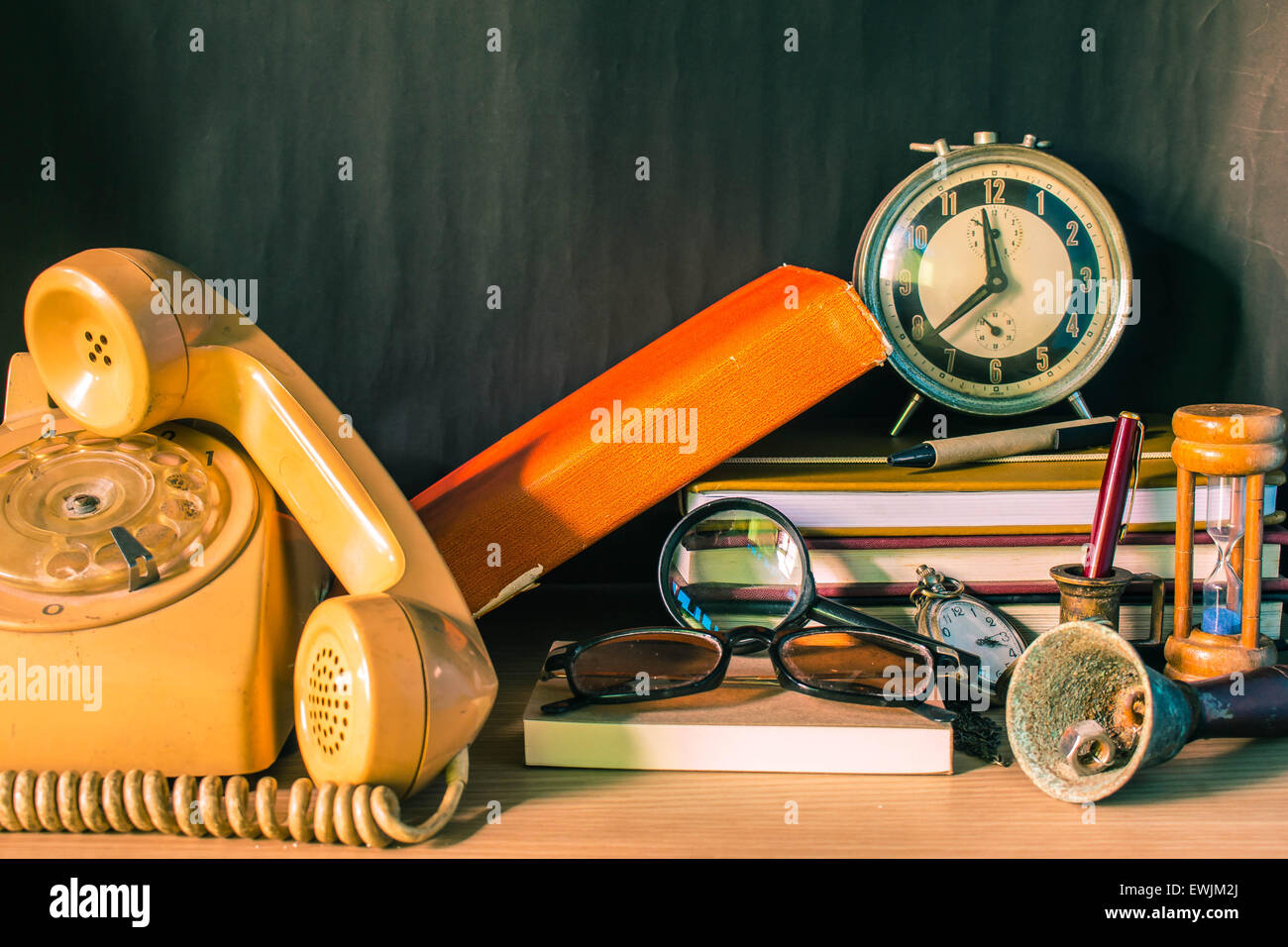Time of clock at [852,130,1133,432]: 11:38
